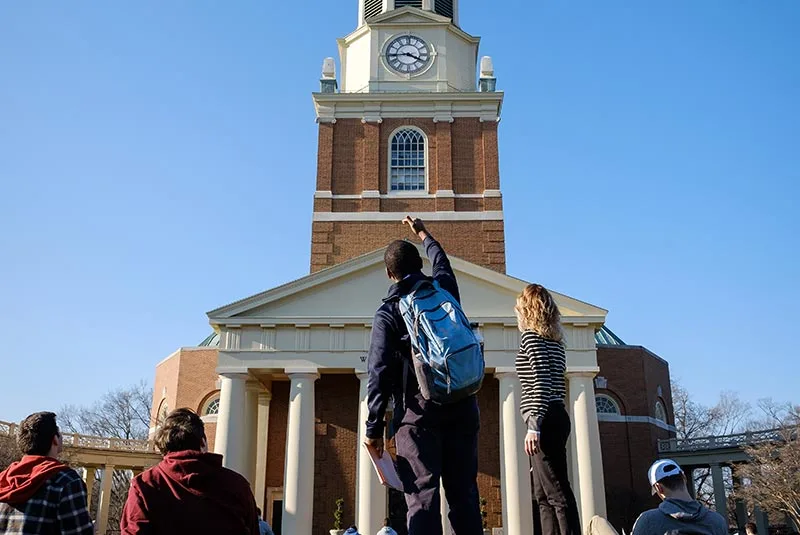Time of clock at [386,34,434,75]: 3:43
